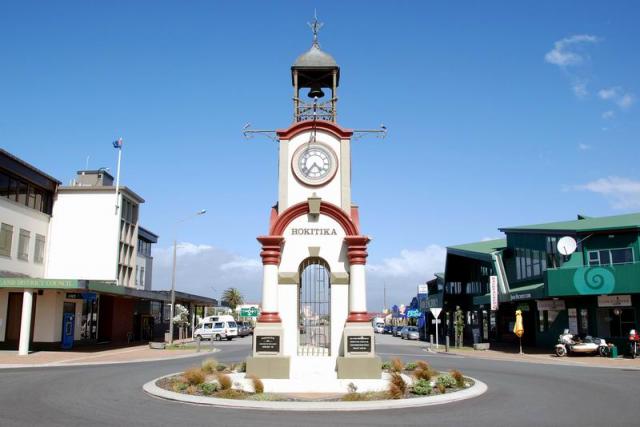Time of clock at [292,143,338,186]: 4:36
